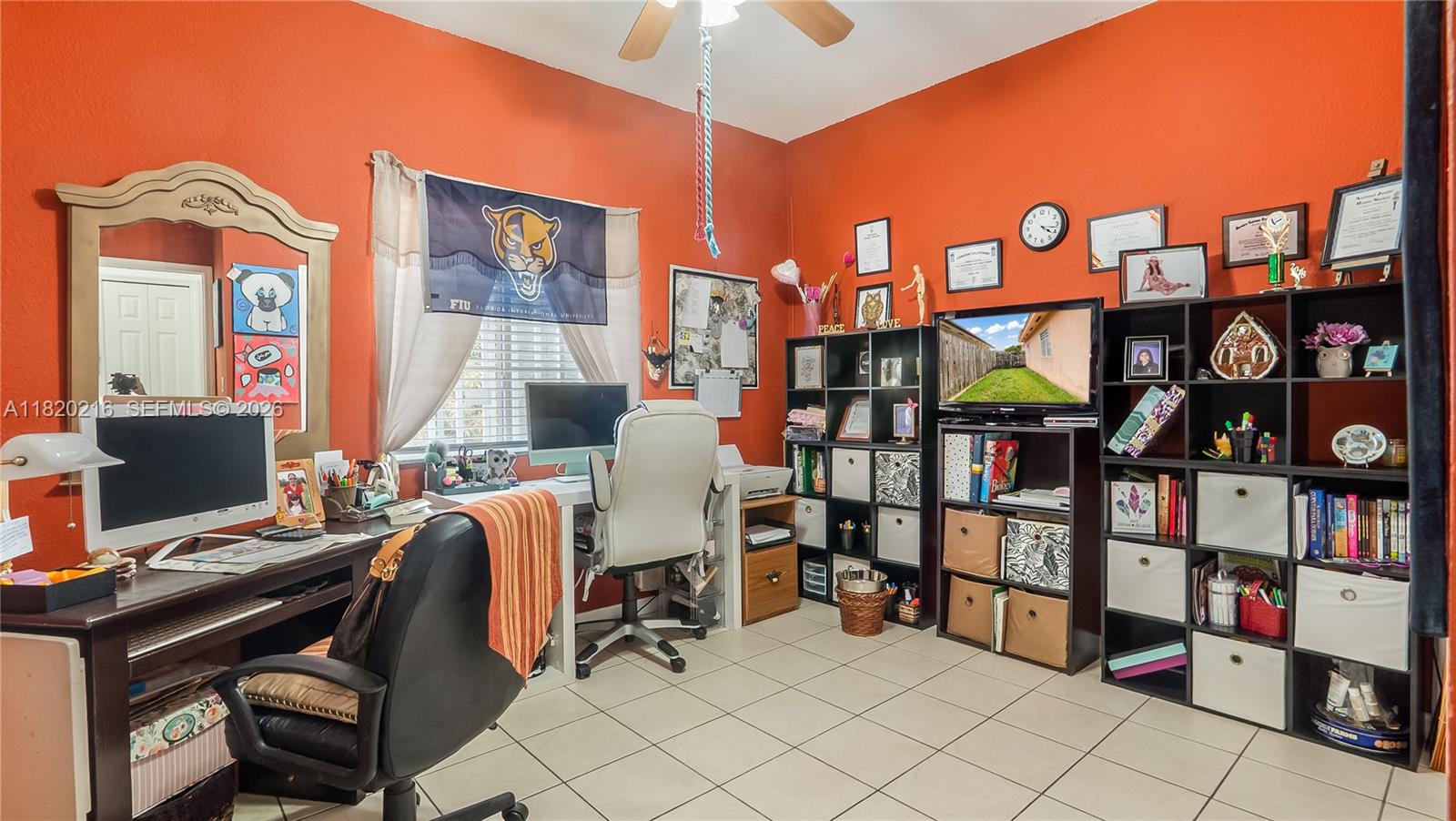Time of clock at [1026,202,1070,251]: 4:17
